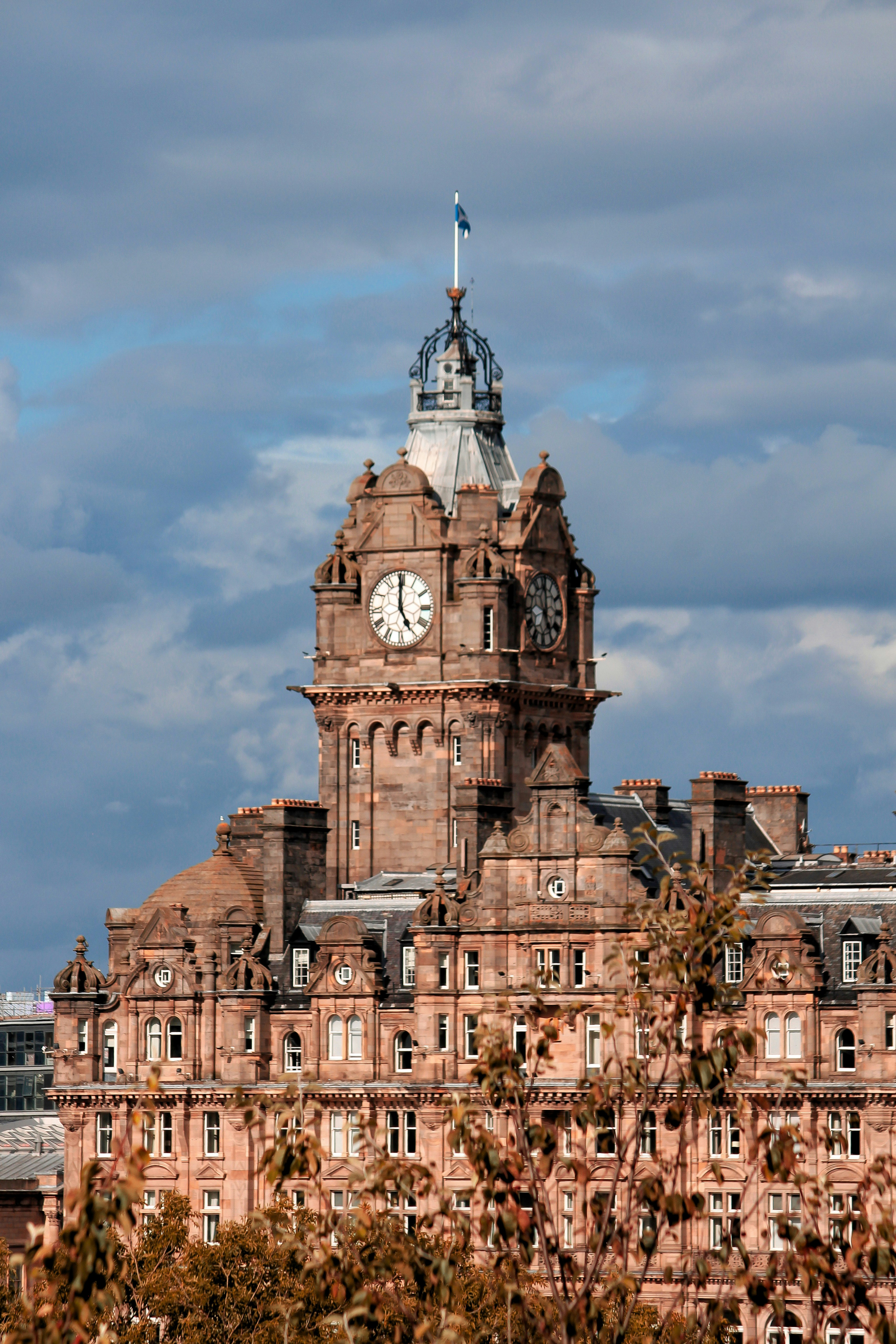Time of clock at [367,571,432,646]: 4:59
